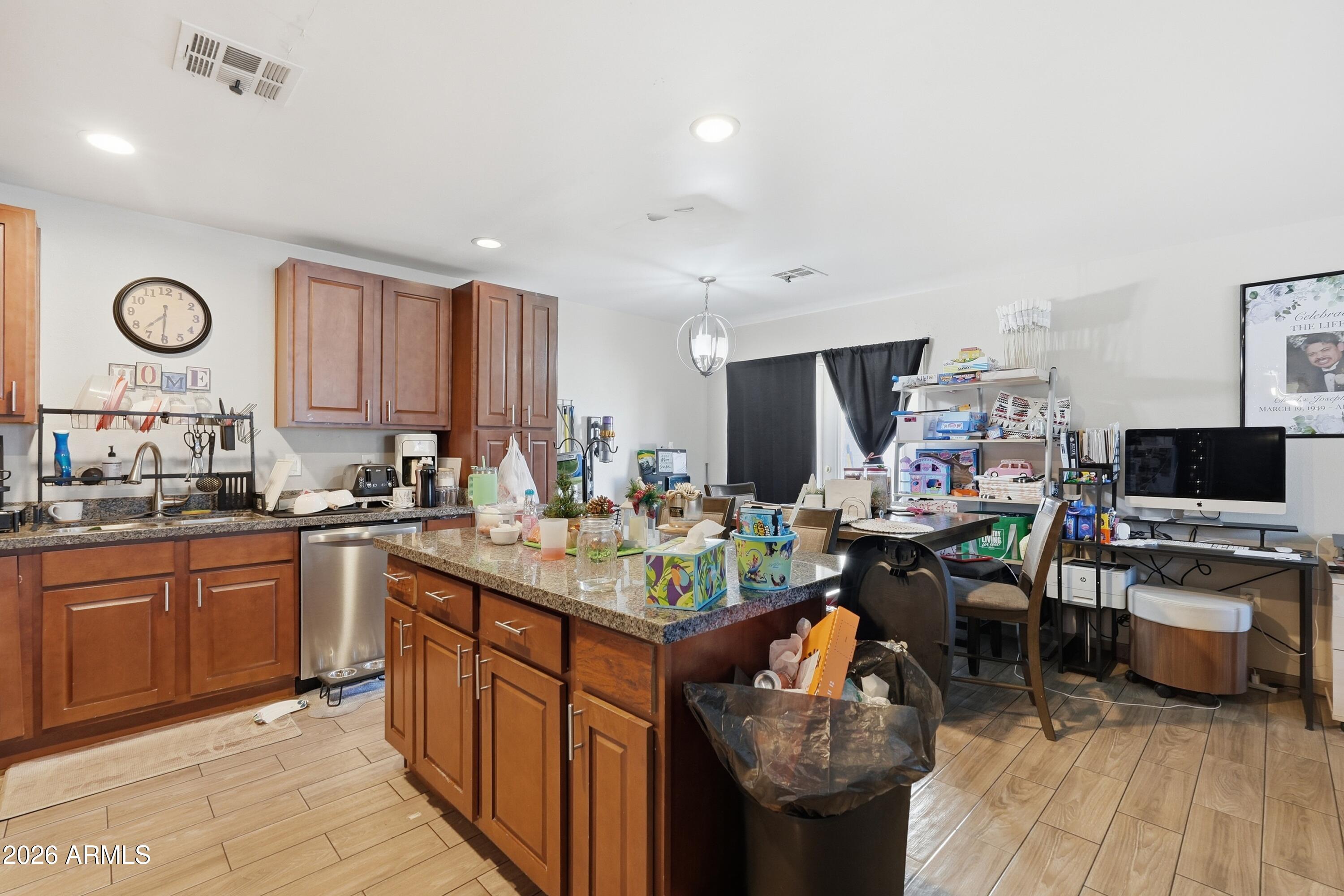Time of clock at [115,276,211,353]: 7:30
